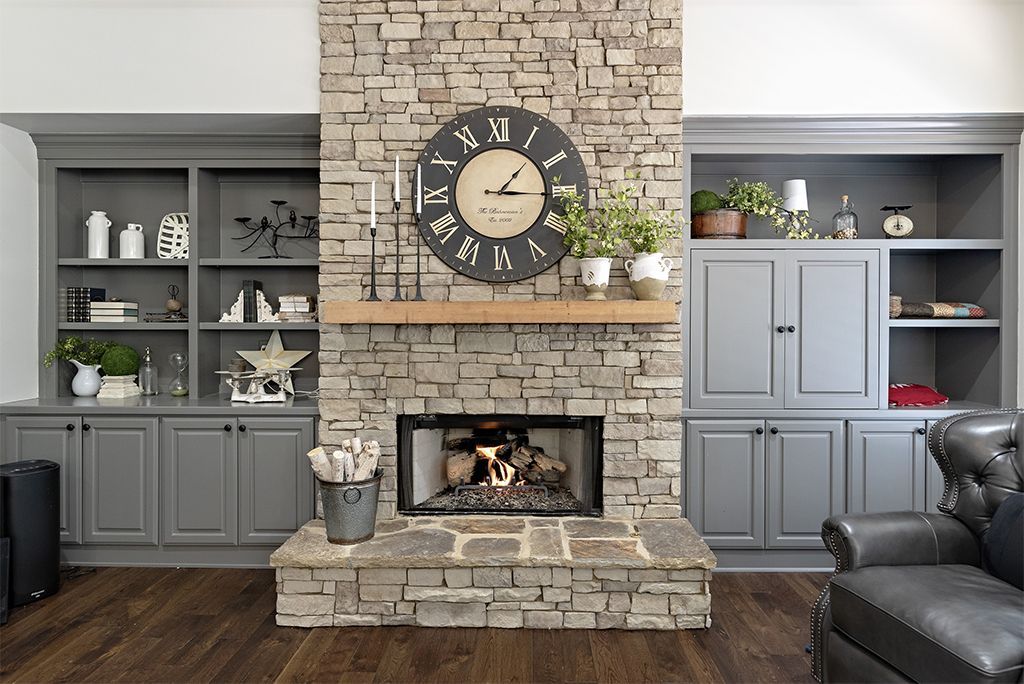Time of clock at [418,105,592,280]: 1:15
